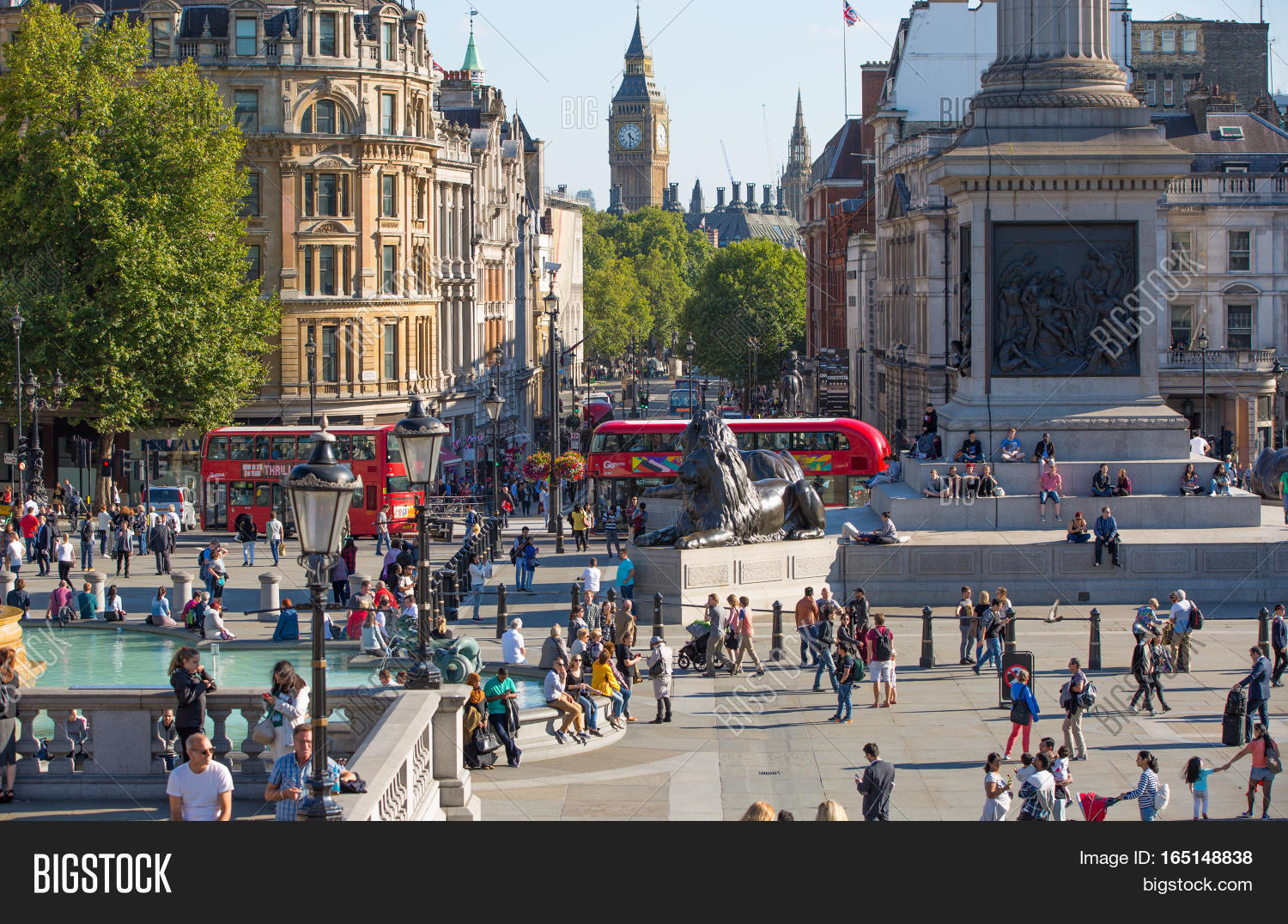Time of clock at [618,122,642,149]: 4:29
